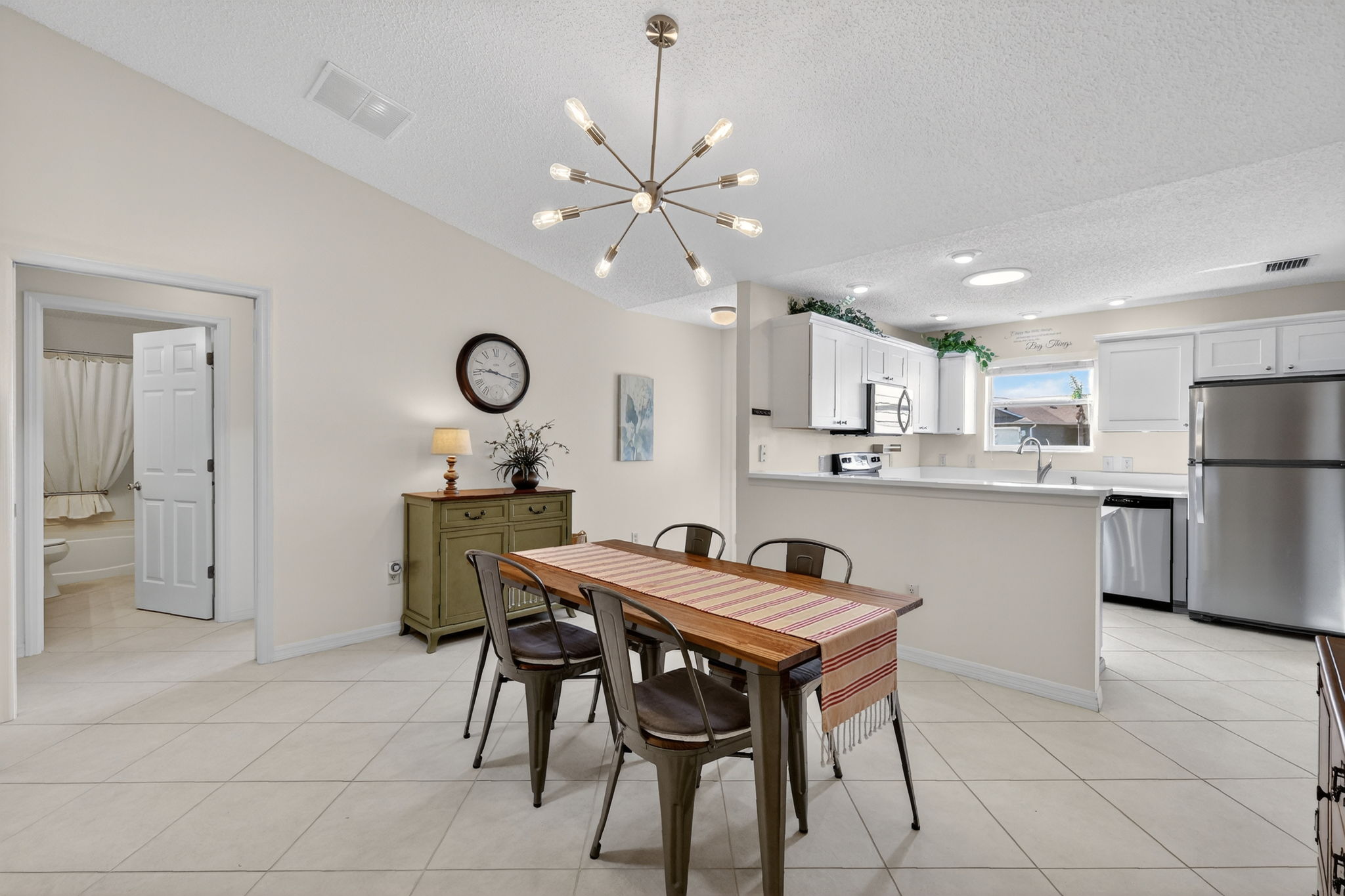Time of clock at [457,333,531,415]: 9:17
